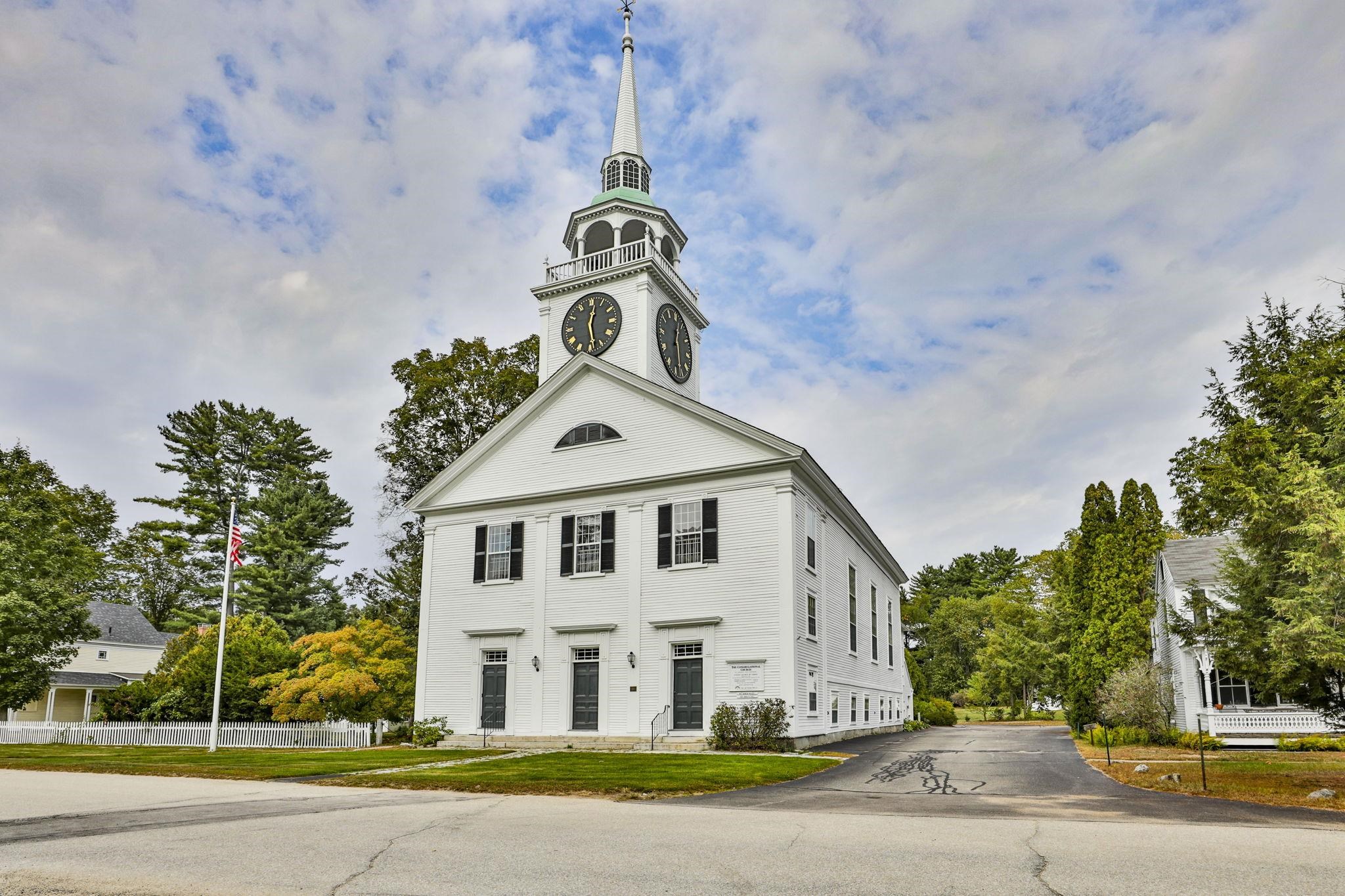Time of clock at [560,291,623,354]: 12:28
